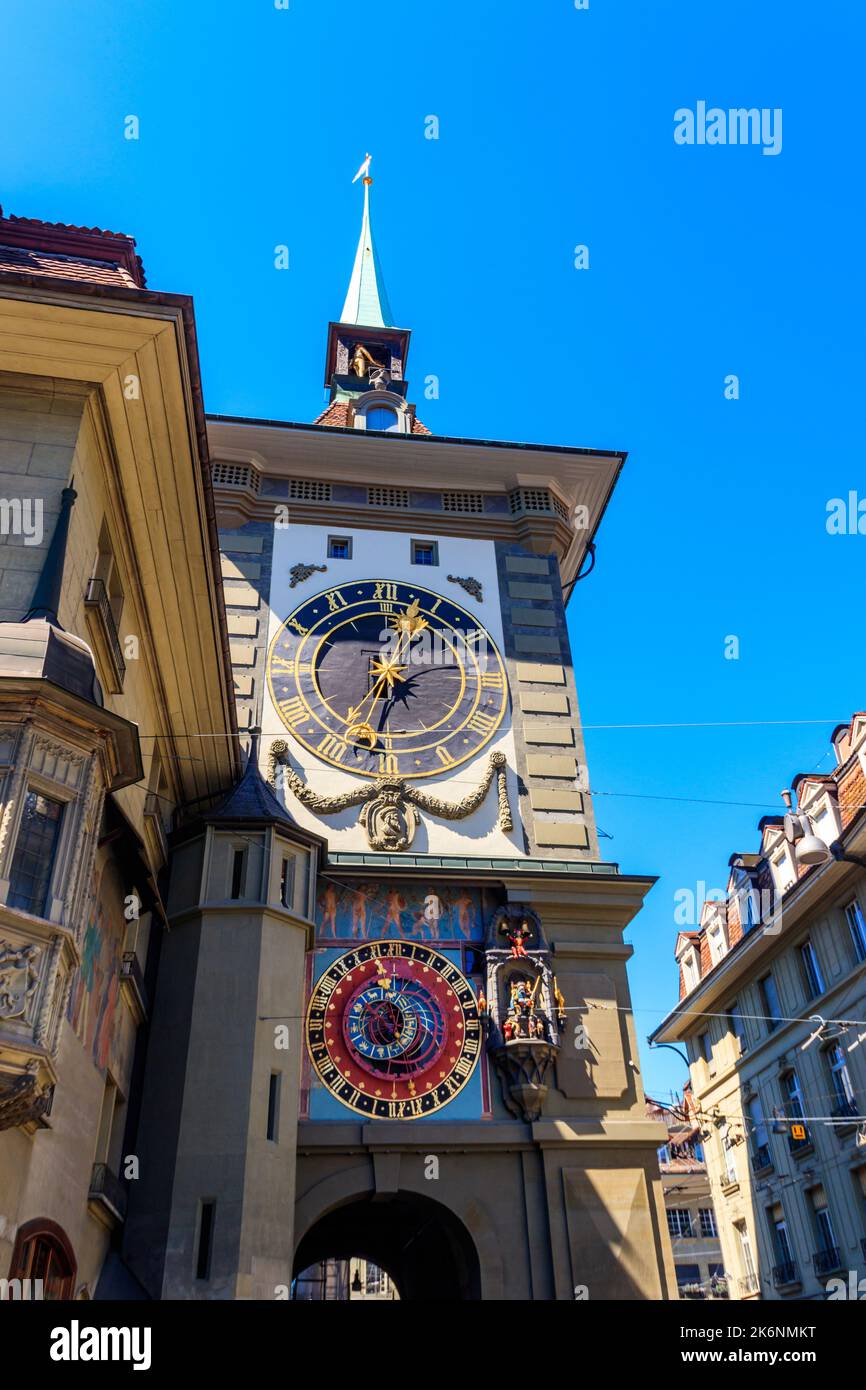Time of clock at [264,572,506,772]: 12:33
